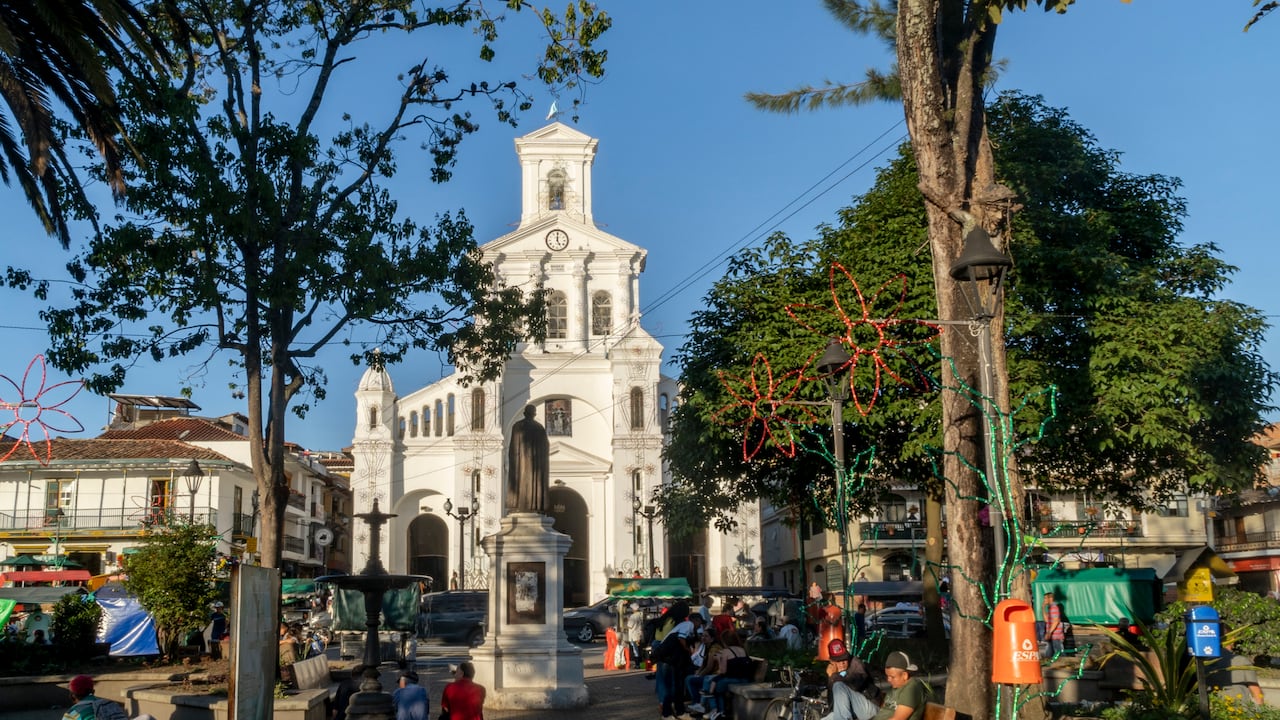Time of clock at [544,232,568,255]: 5:00
